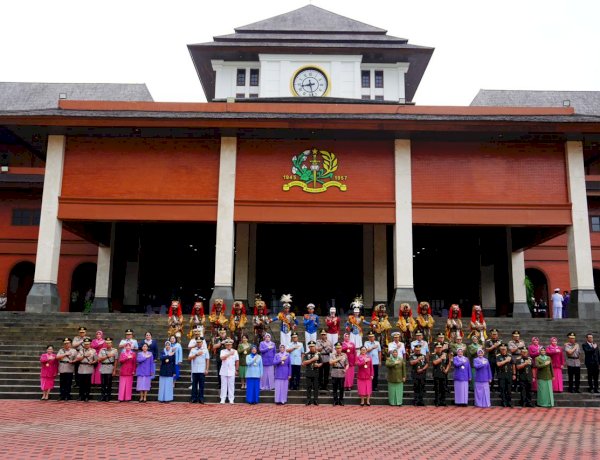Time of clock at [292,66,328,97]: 8:28
